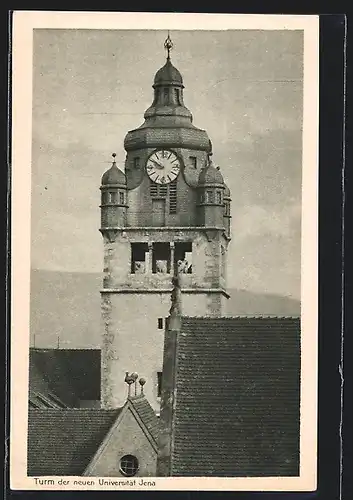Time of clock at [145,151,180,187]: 8:50
